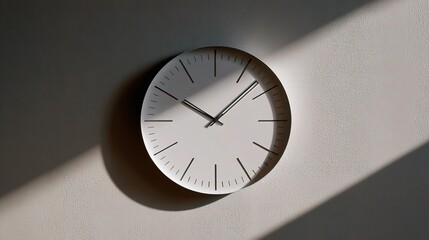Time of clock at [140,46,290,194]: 10:07
